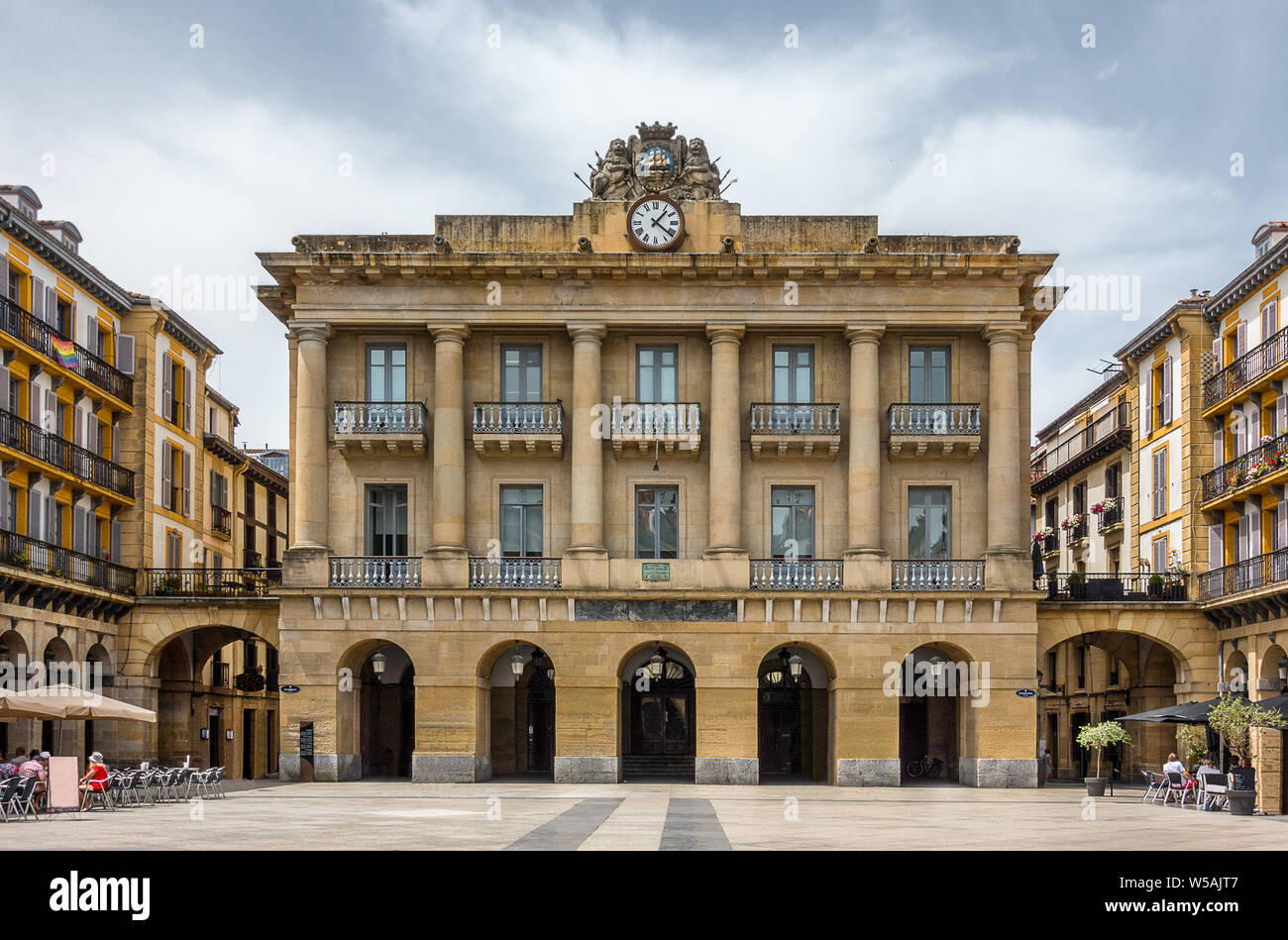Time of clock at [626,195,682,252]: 1:21
